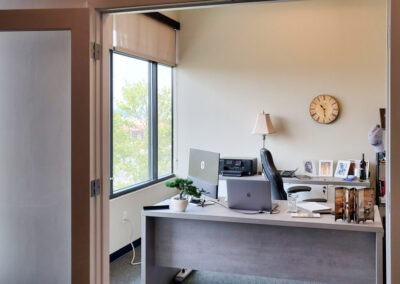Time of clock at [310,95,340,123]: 10:28
